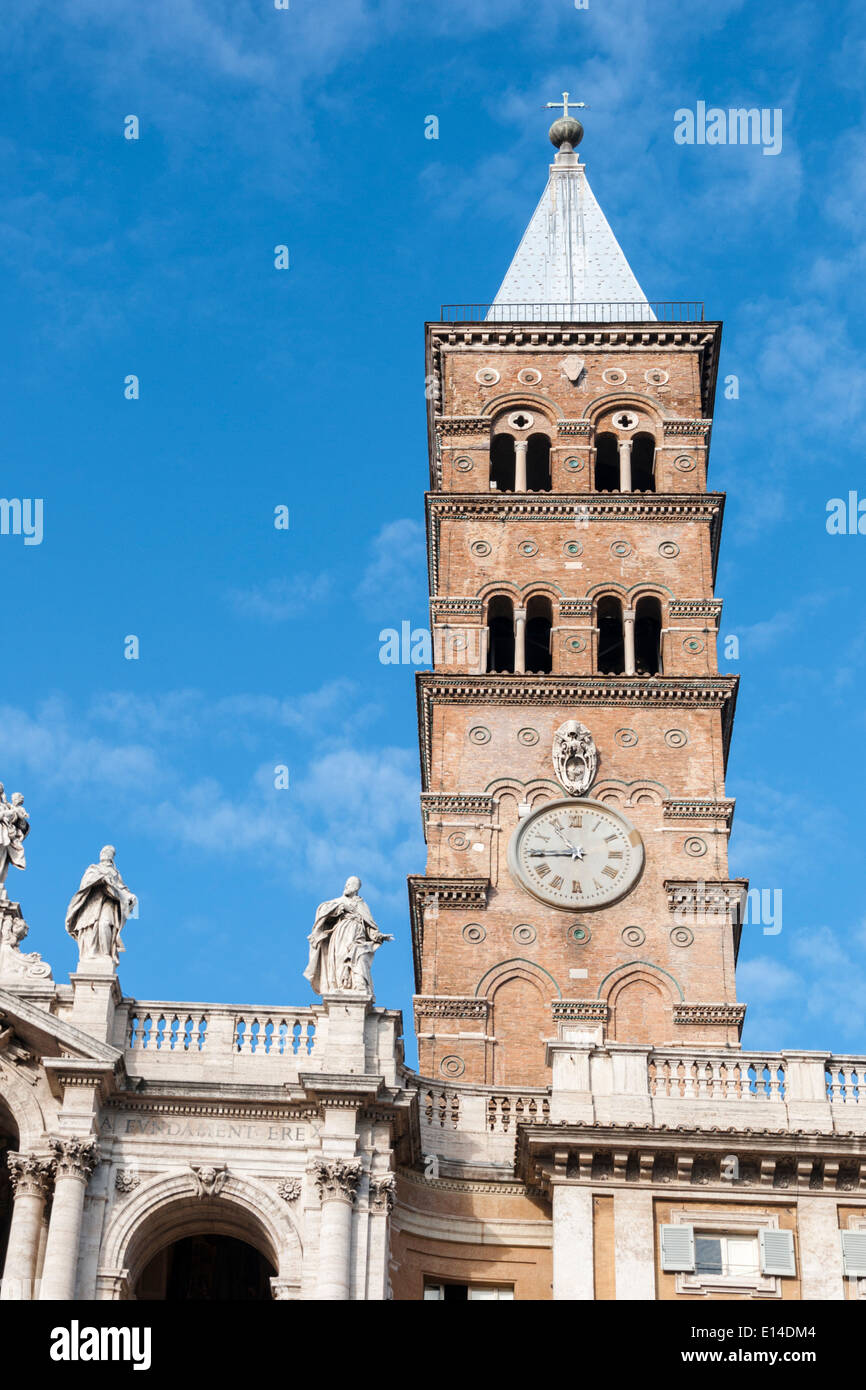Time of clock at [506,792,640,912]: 10:44
